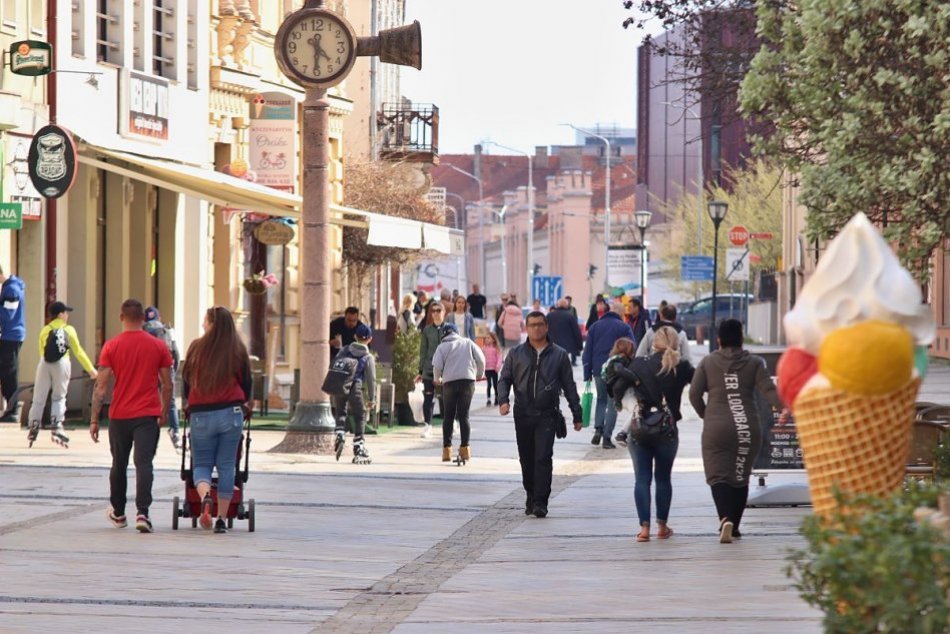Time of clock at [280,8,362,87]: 4:30
